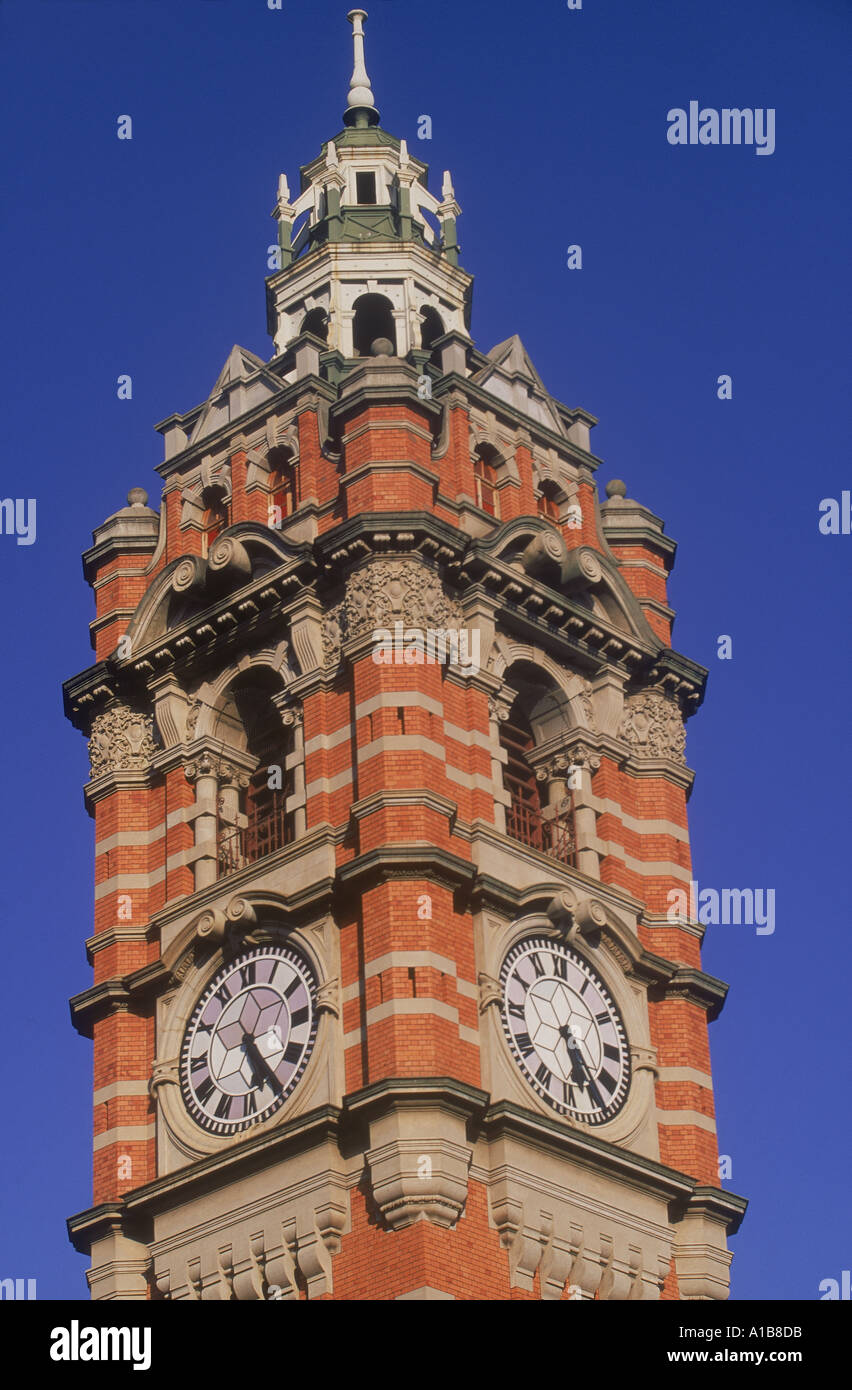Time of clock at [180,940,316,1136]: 5:24
